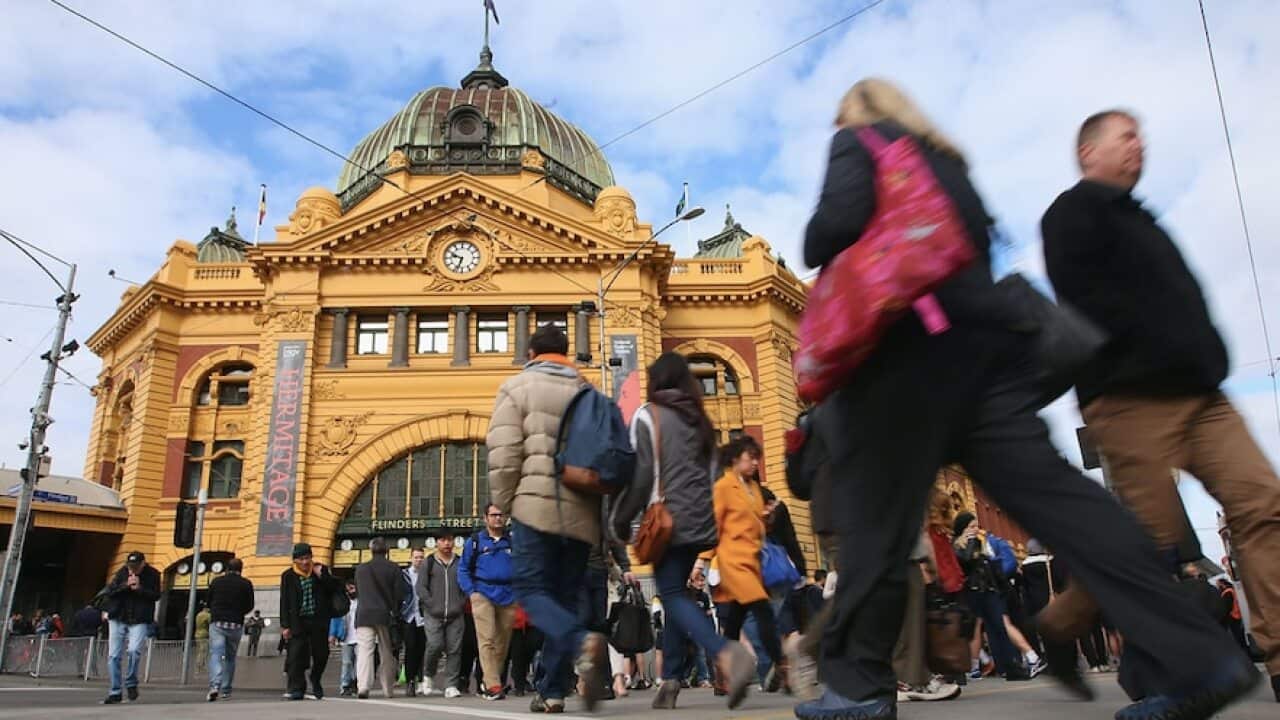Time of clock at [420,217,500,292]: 9:33
